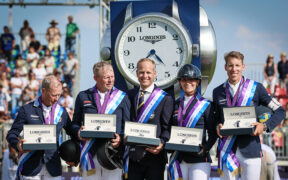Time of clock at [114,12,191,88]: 4:38
